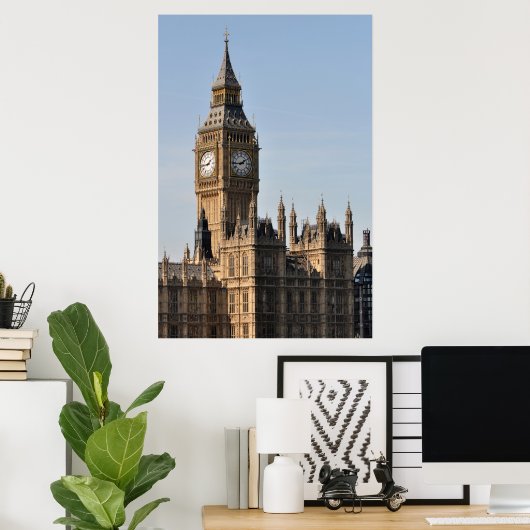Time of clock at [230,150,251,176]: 1:43
